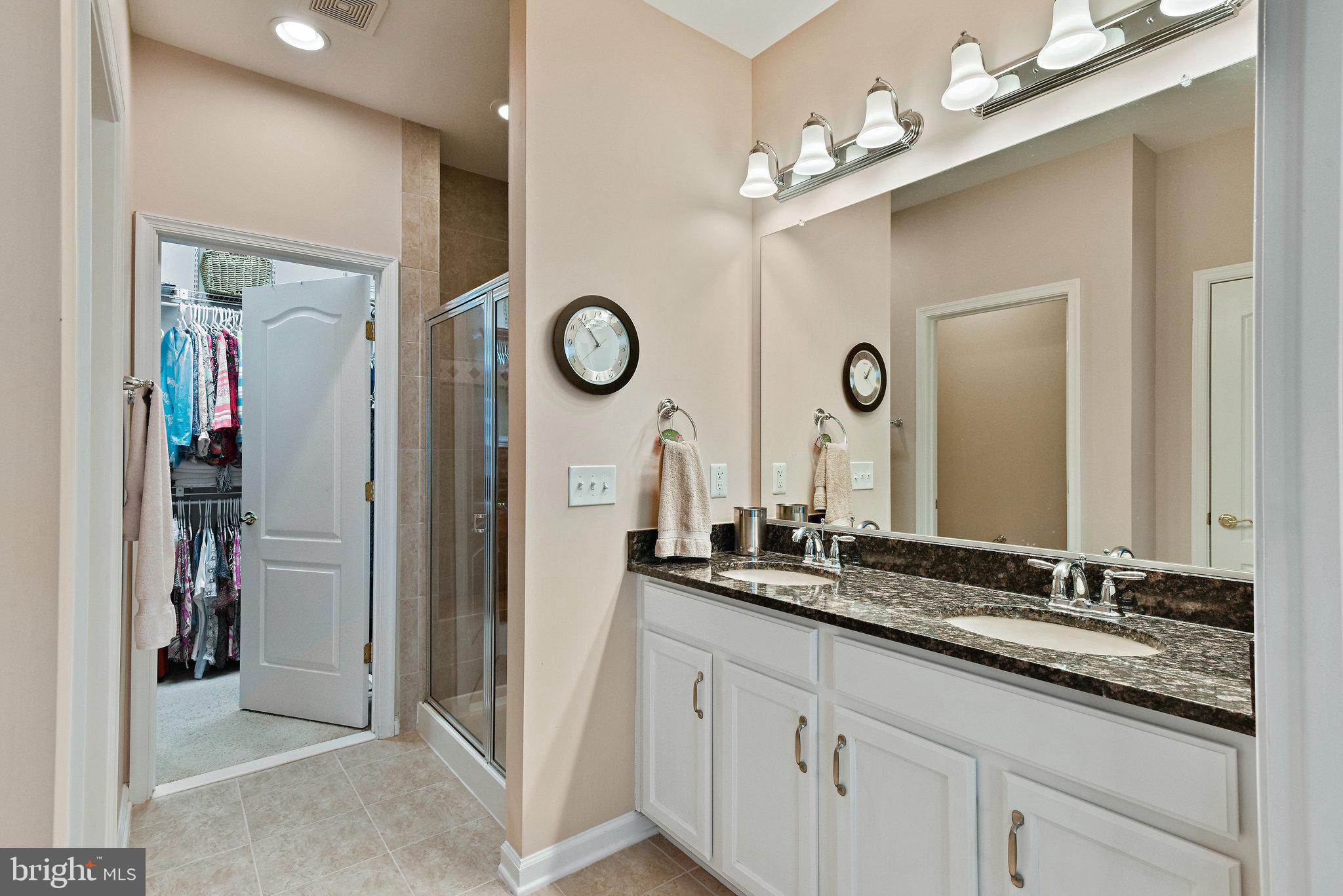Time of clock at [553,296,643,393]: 10:53
